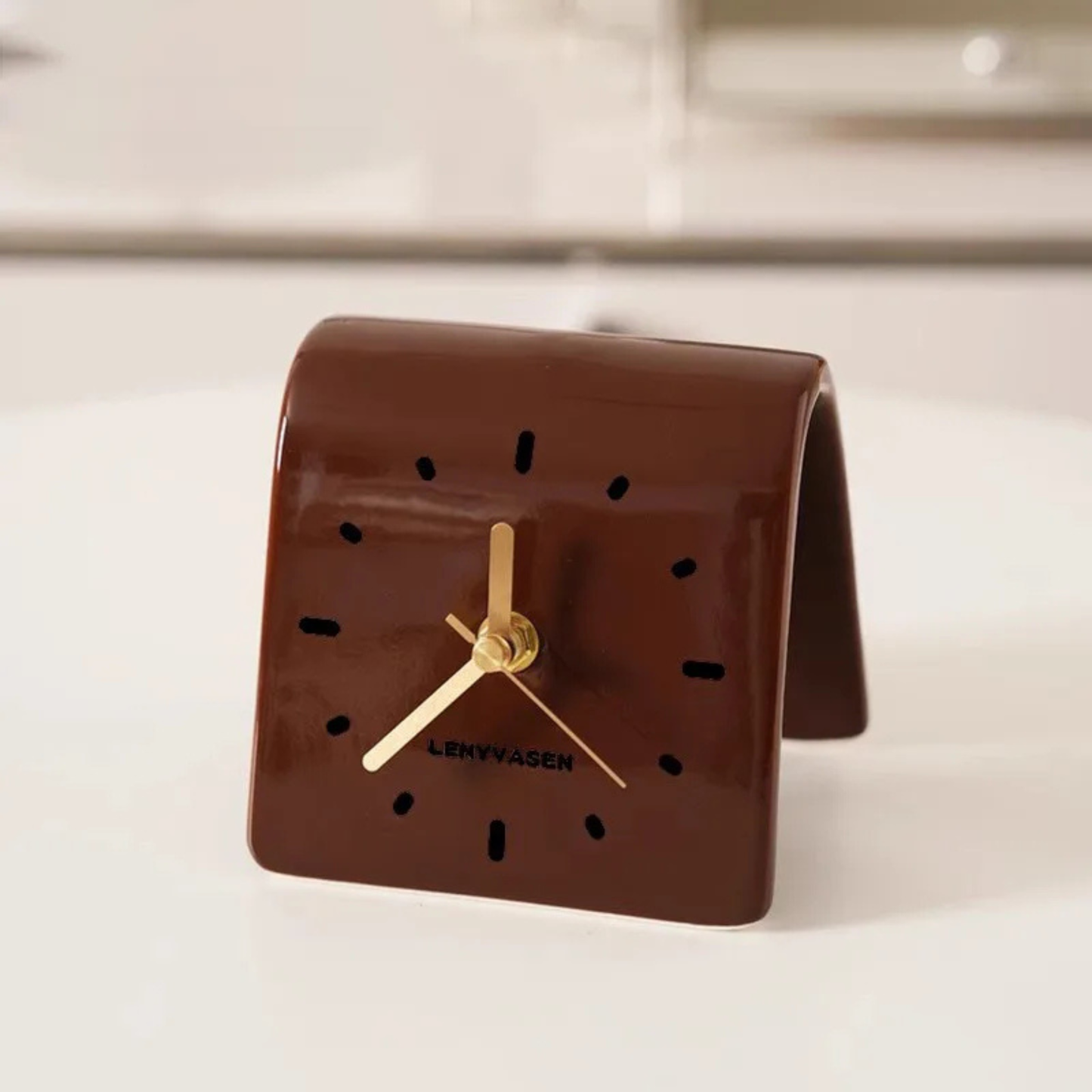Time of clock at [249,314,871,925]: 11:37
